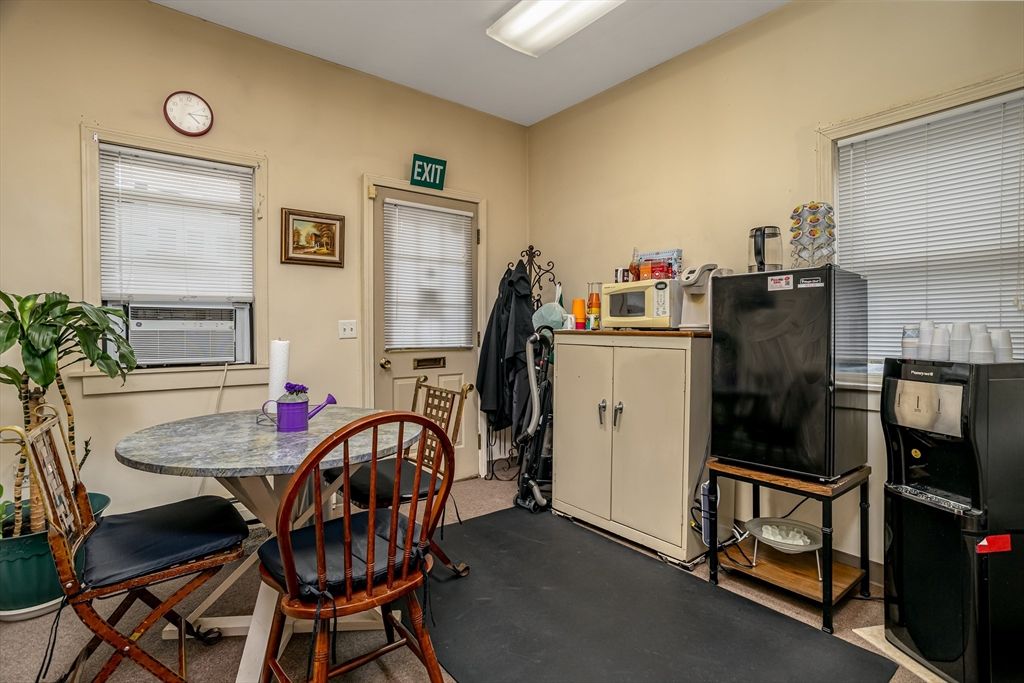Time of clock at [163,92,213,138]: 4:14
